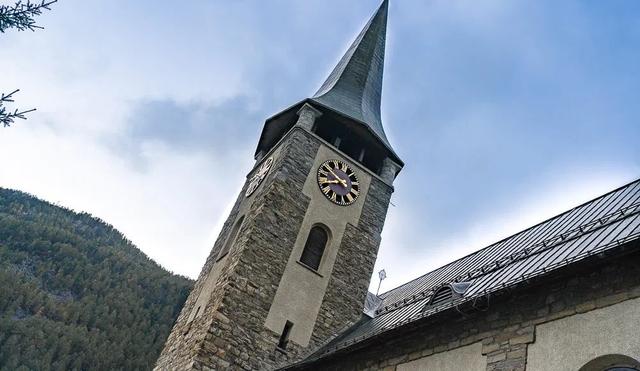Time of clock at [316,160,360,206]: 8:49
